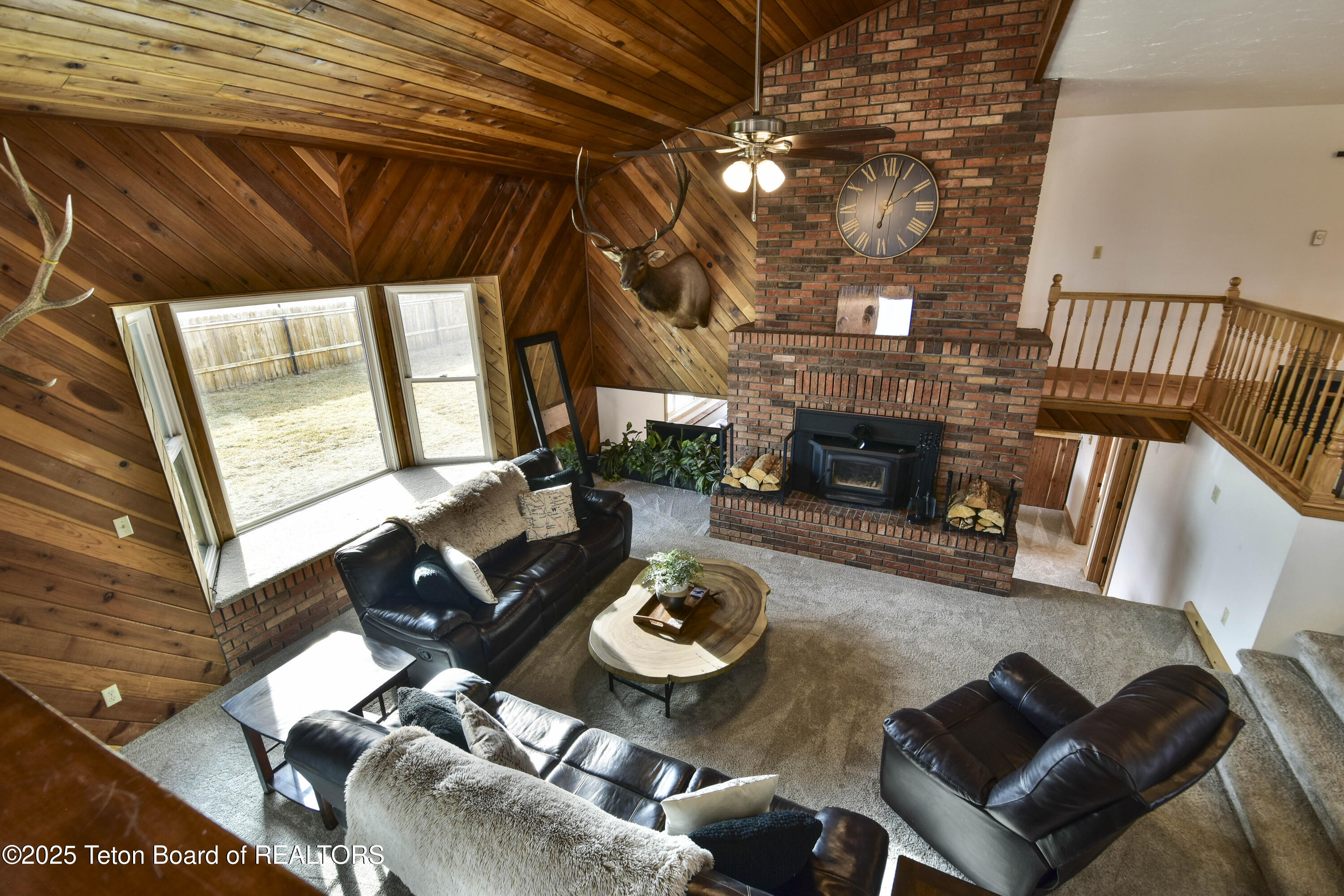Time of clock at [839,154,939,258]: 2:02
